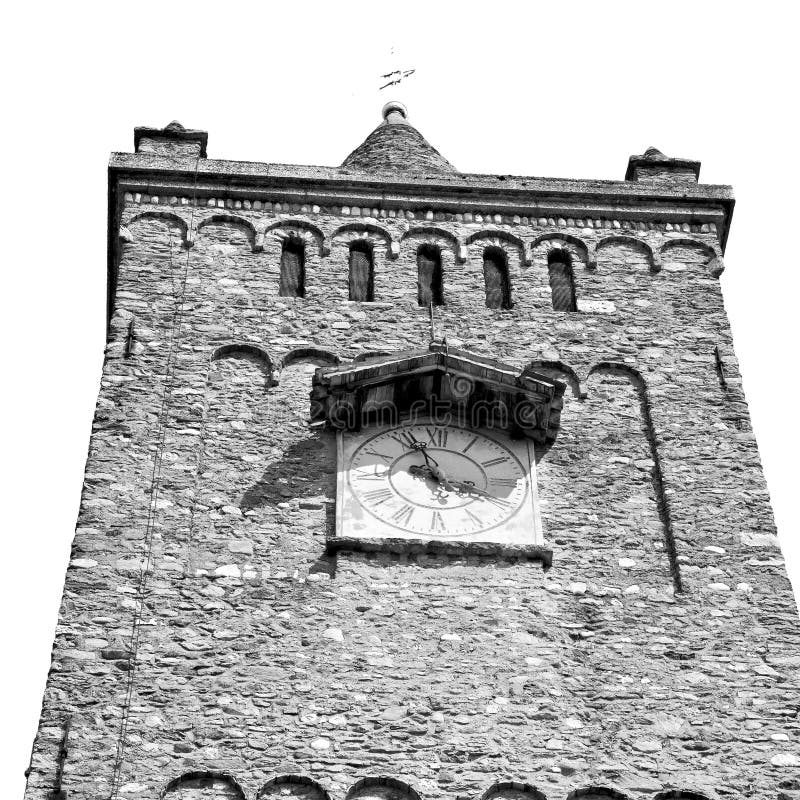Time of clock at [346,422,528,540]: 3:56
